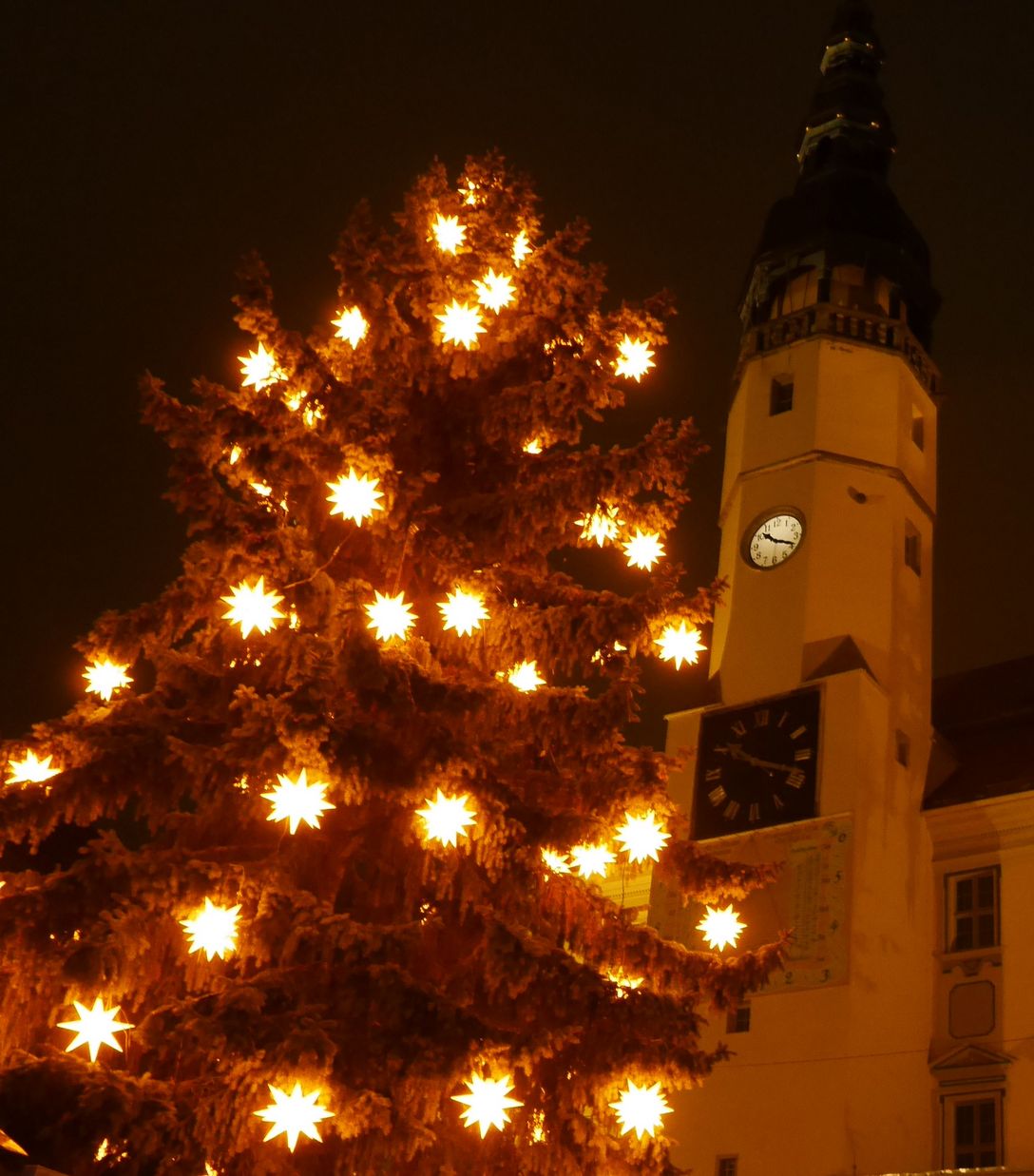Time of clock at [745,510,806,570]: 10:19
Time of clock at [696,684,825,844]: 10:18
